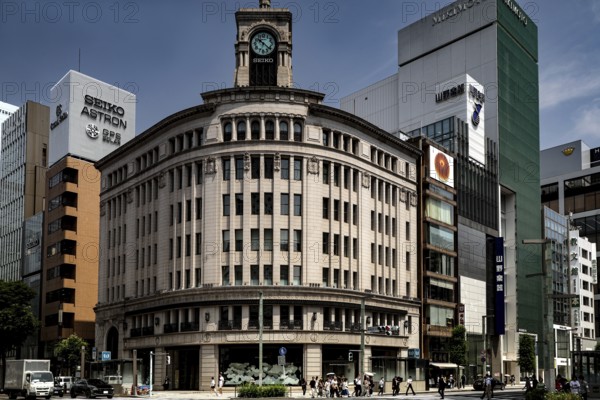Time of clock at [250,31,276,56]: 10:21
